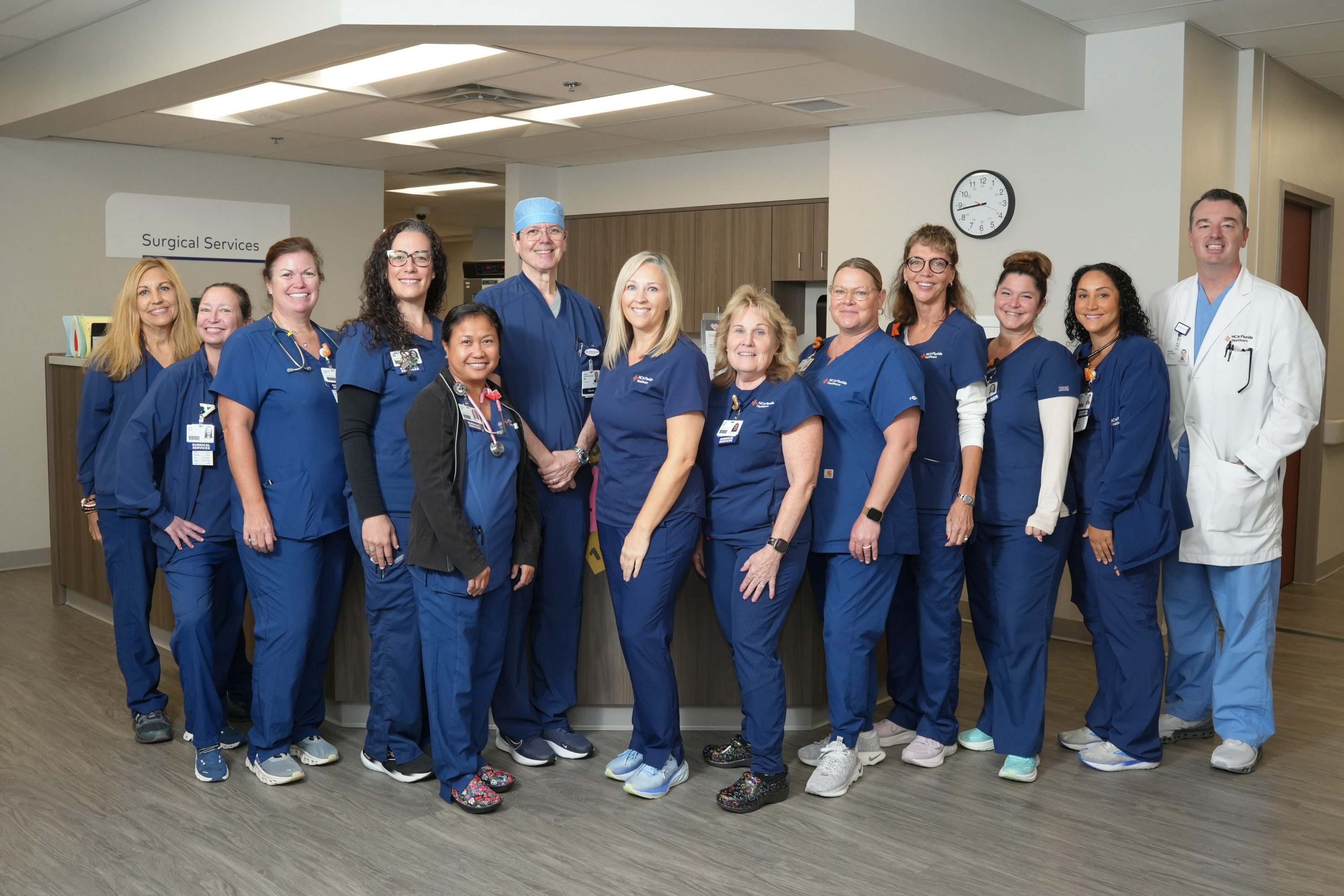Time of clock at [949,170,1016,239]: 8:43
